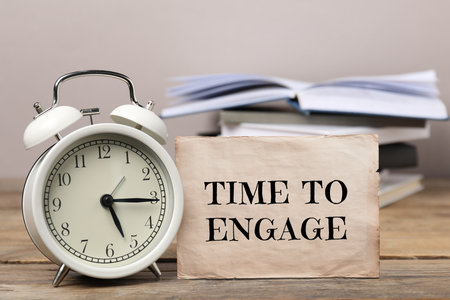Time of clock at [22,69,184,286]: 5:15
